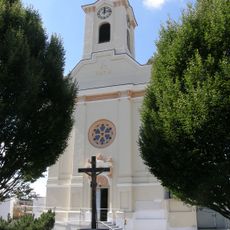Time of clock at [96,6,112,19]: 12:13
